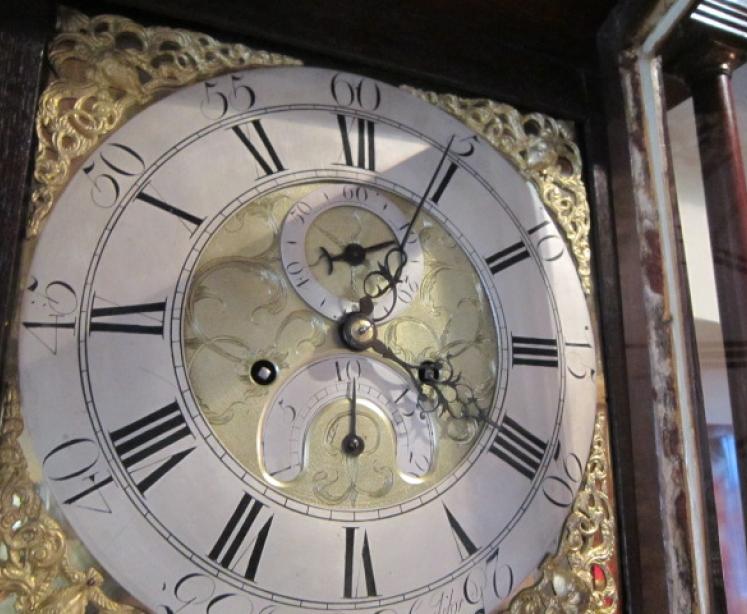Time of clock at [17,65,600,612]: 1:19
